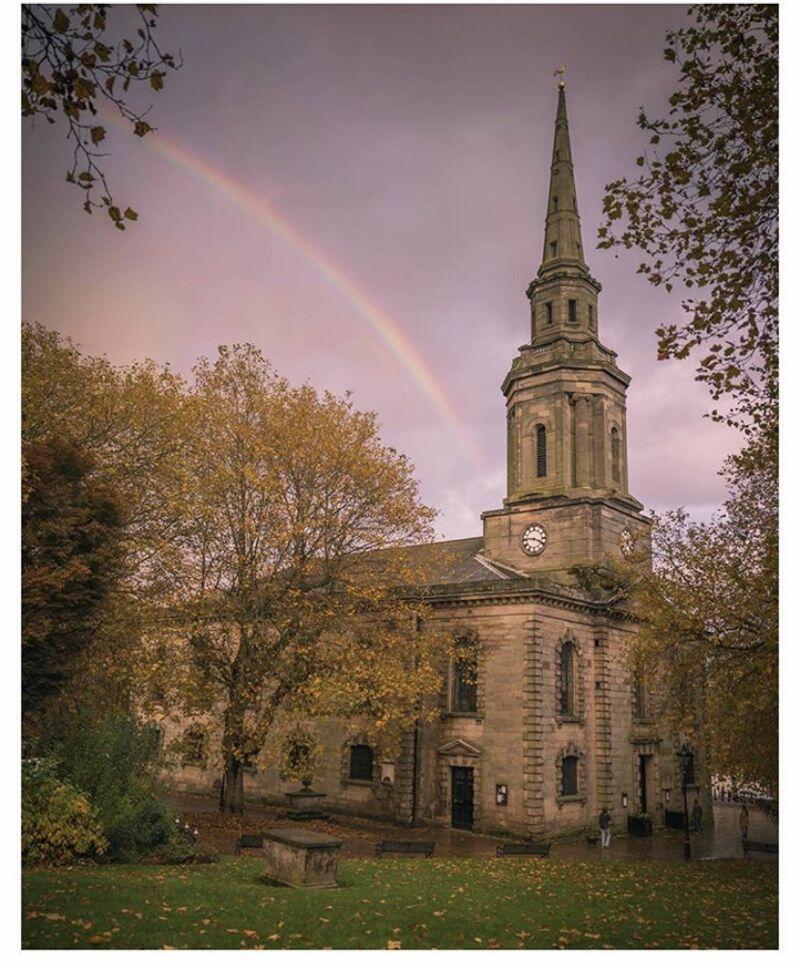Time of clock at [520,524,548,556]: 3:45
